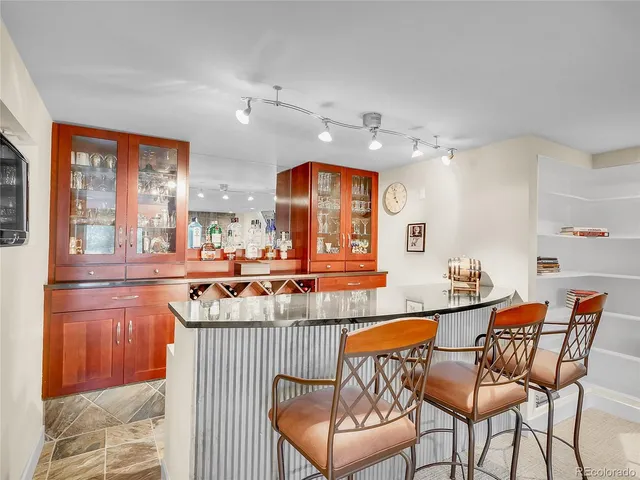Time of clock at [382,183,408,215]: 4:57
